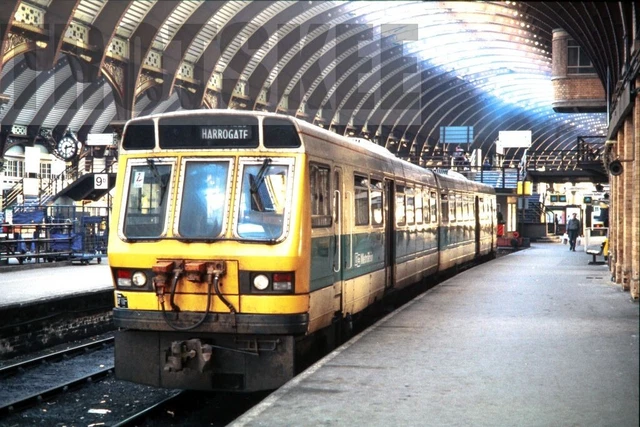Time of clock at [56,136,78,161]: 2:30
